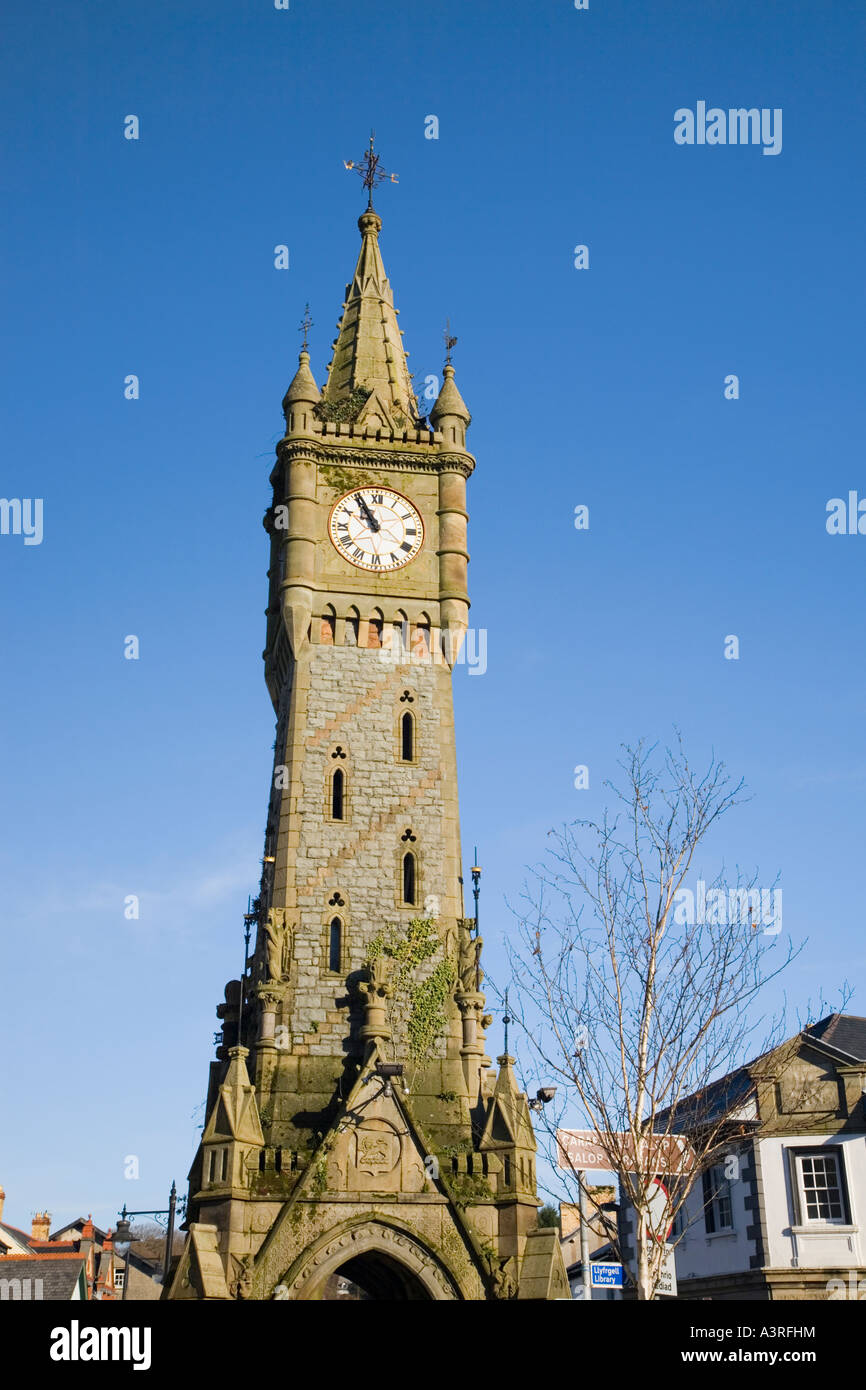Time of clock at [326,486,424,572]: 10:55
